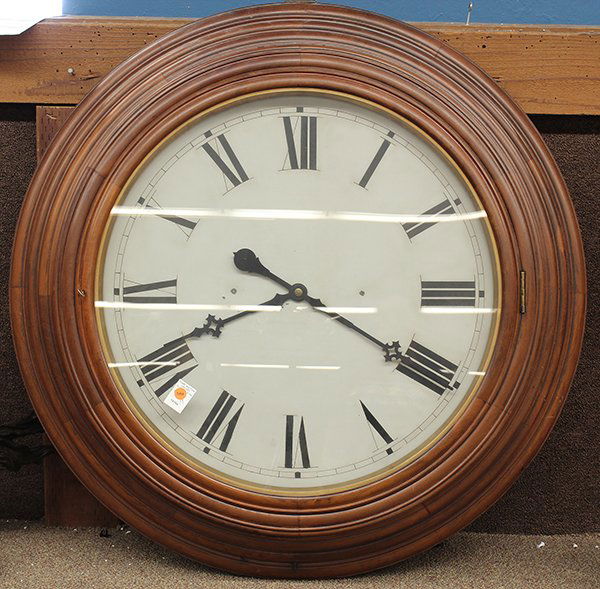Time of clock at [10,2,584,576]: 8:19
